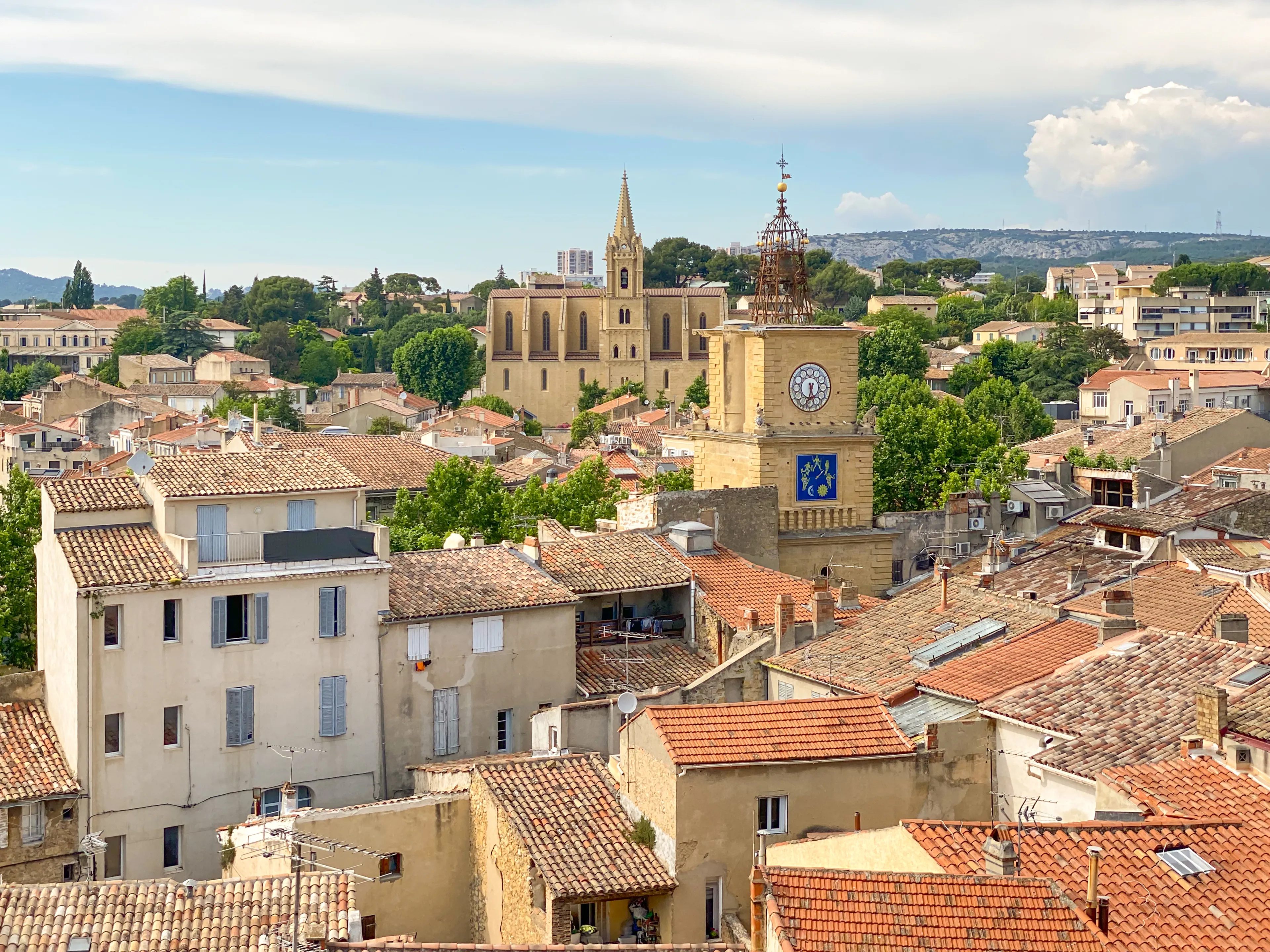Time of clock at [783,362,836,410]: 5:32
